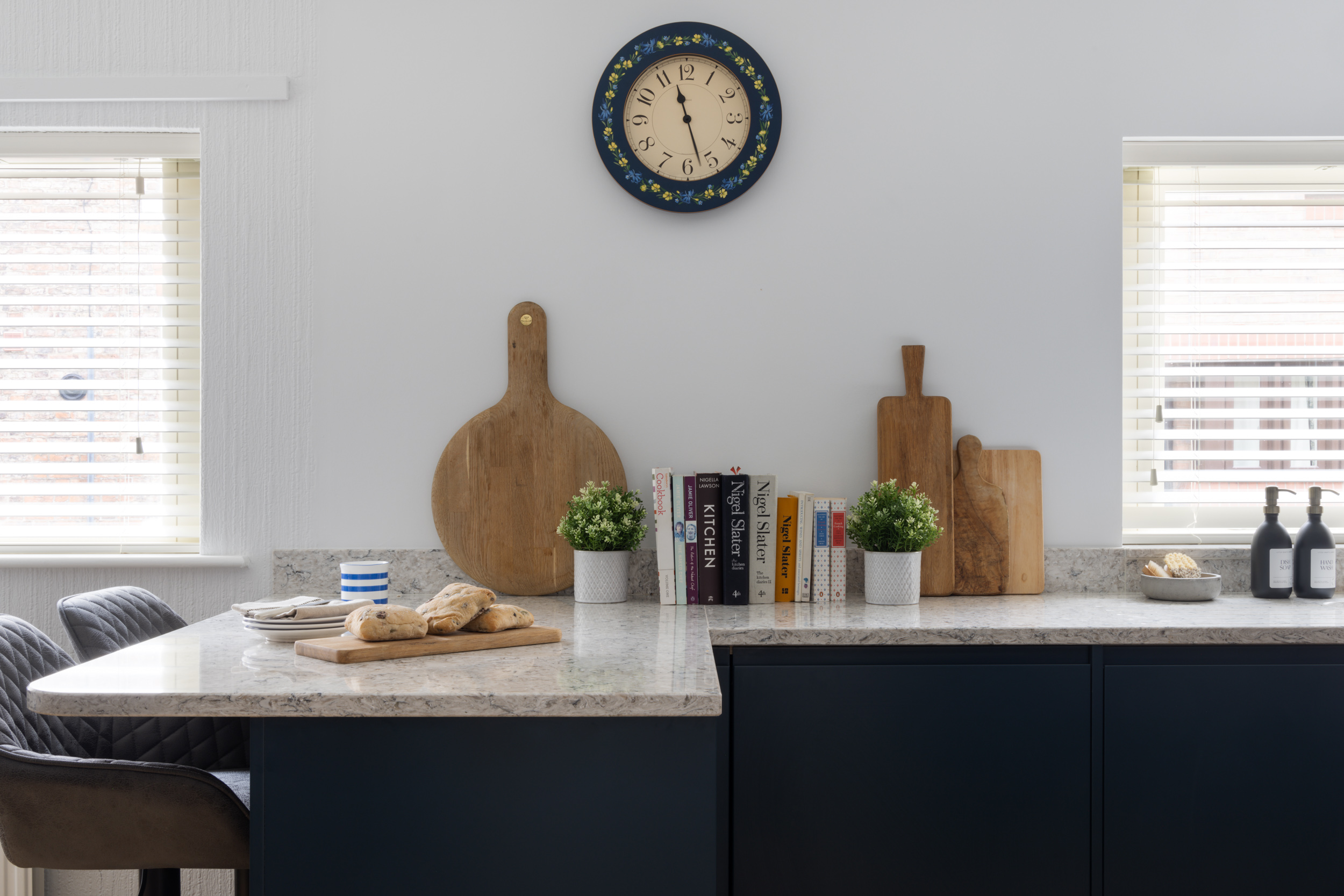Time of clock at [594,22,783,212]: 11:27
